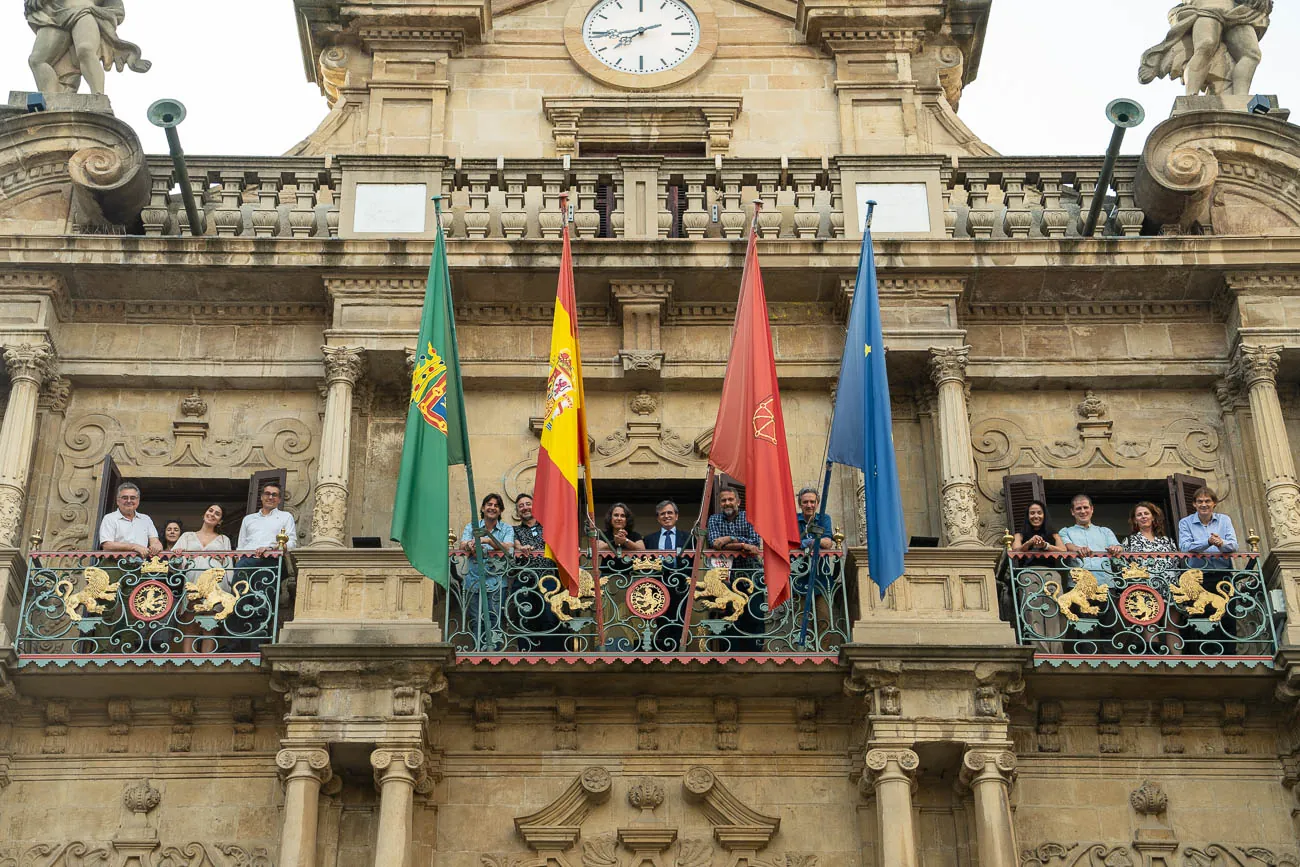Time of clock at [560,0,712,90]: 7:44
